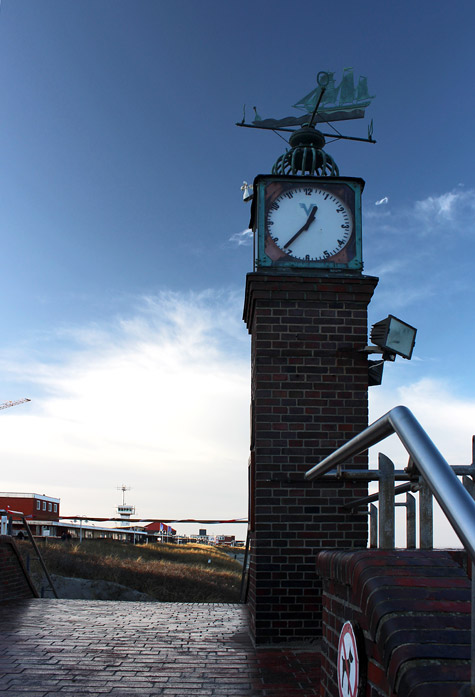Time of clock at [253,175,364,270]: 12:36
